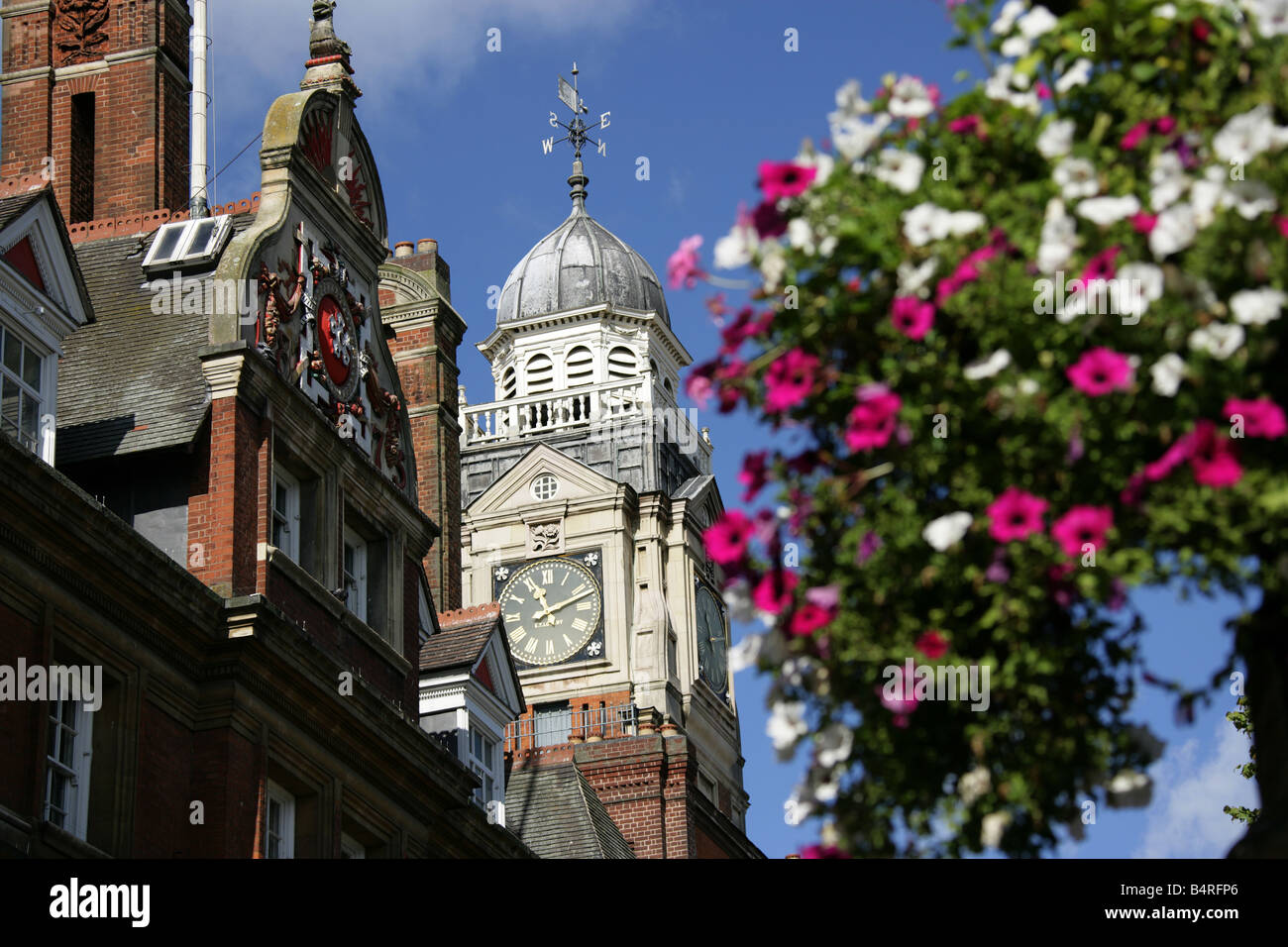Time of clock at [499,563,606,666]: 11:12
